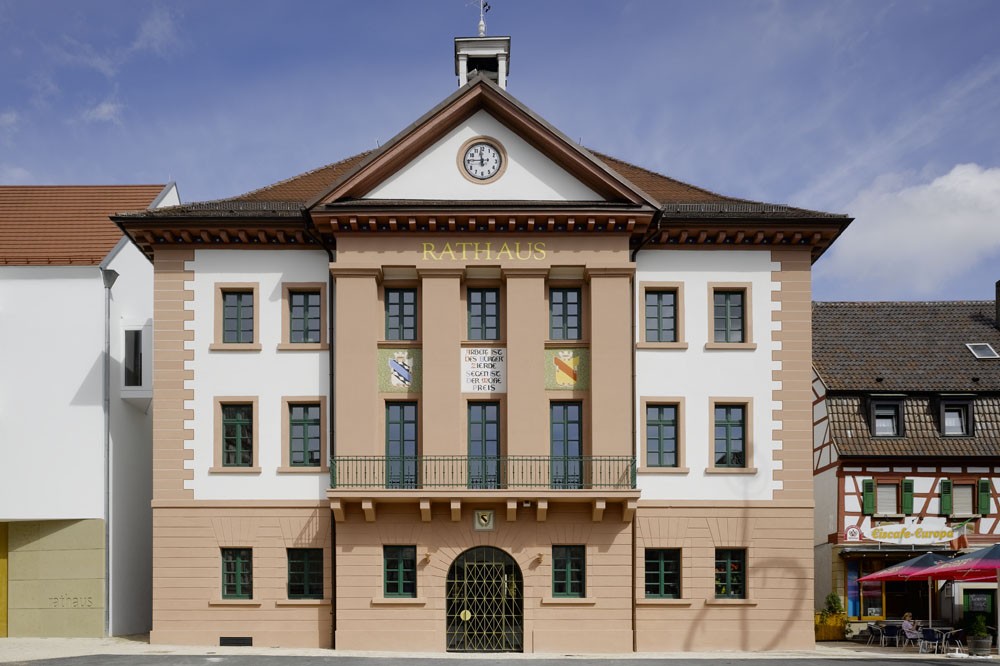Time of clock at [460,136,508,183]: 11:45
